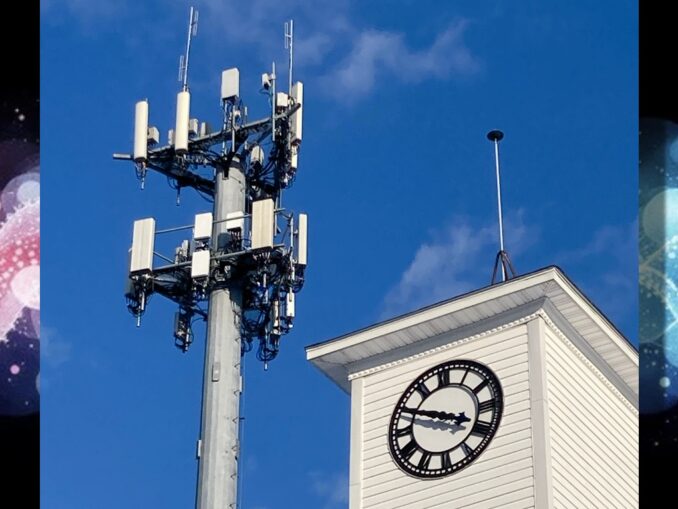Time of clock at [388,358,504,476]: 3:48
